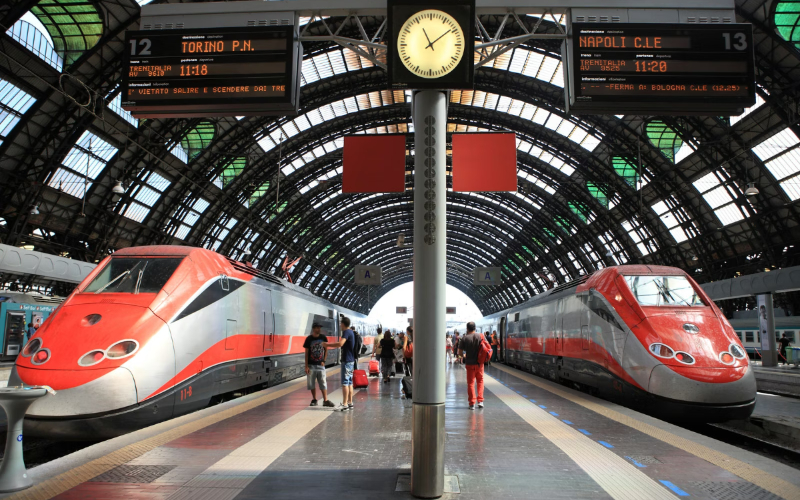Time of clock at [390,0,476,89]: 11:08
